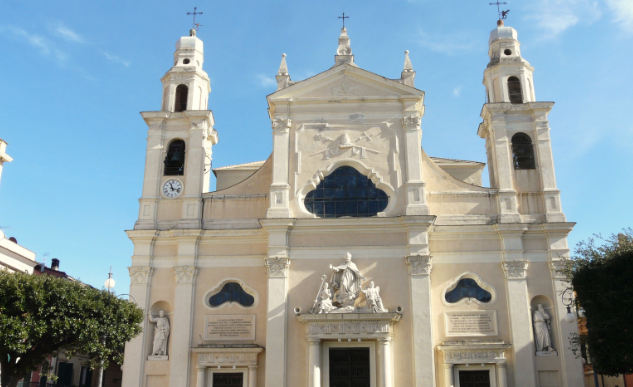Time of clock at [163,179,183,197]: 11:17
